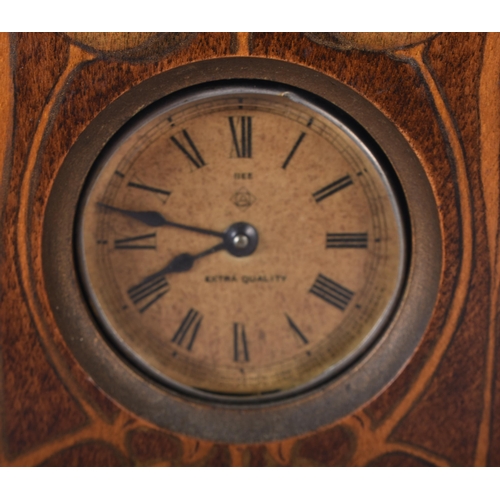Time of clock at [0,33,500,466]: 7:47
